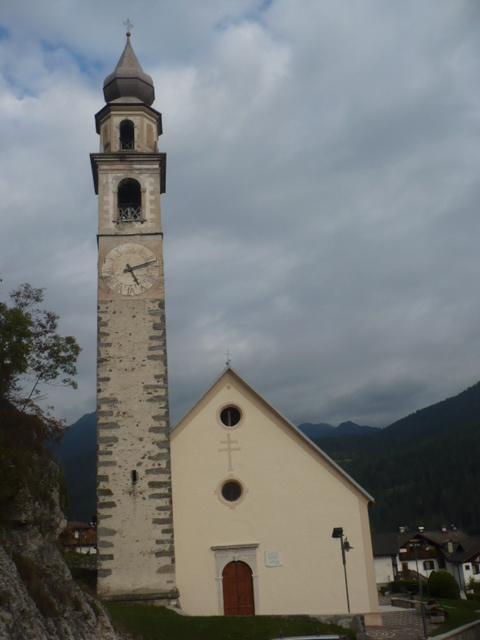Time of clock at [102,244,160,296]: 5:11
